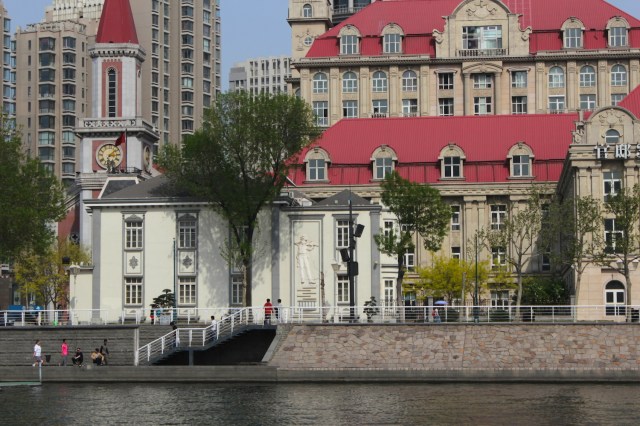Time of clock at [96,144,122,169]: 3:08
